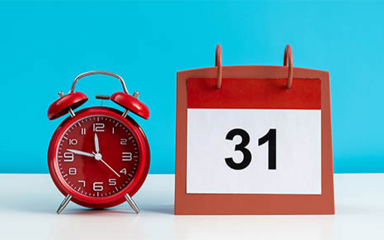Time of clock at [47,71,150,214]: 11:46
